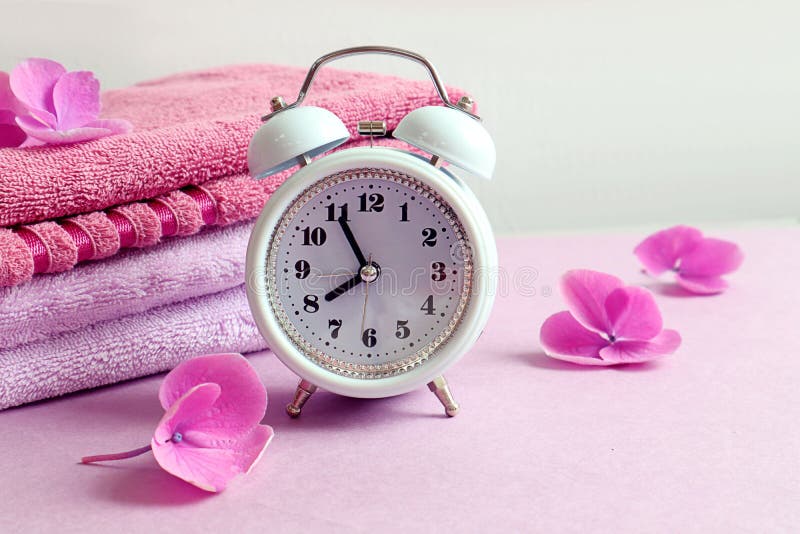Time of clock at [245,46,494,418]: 7:55
